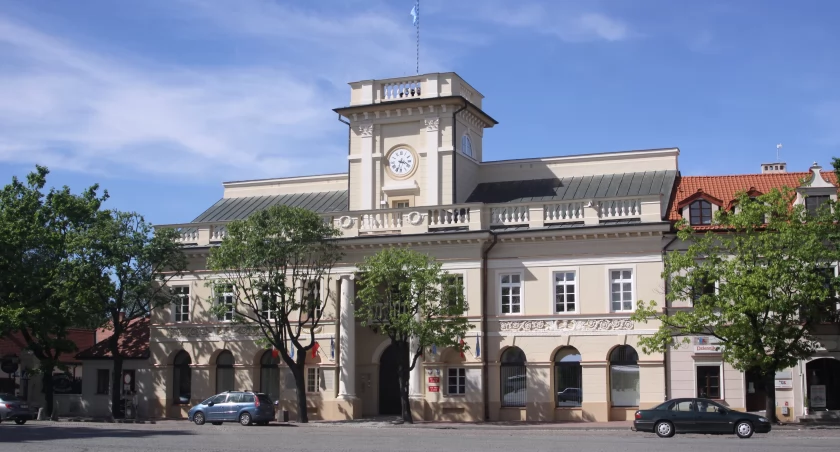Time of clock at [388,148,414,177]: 3:33
